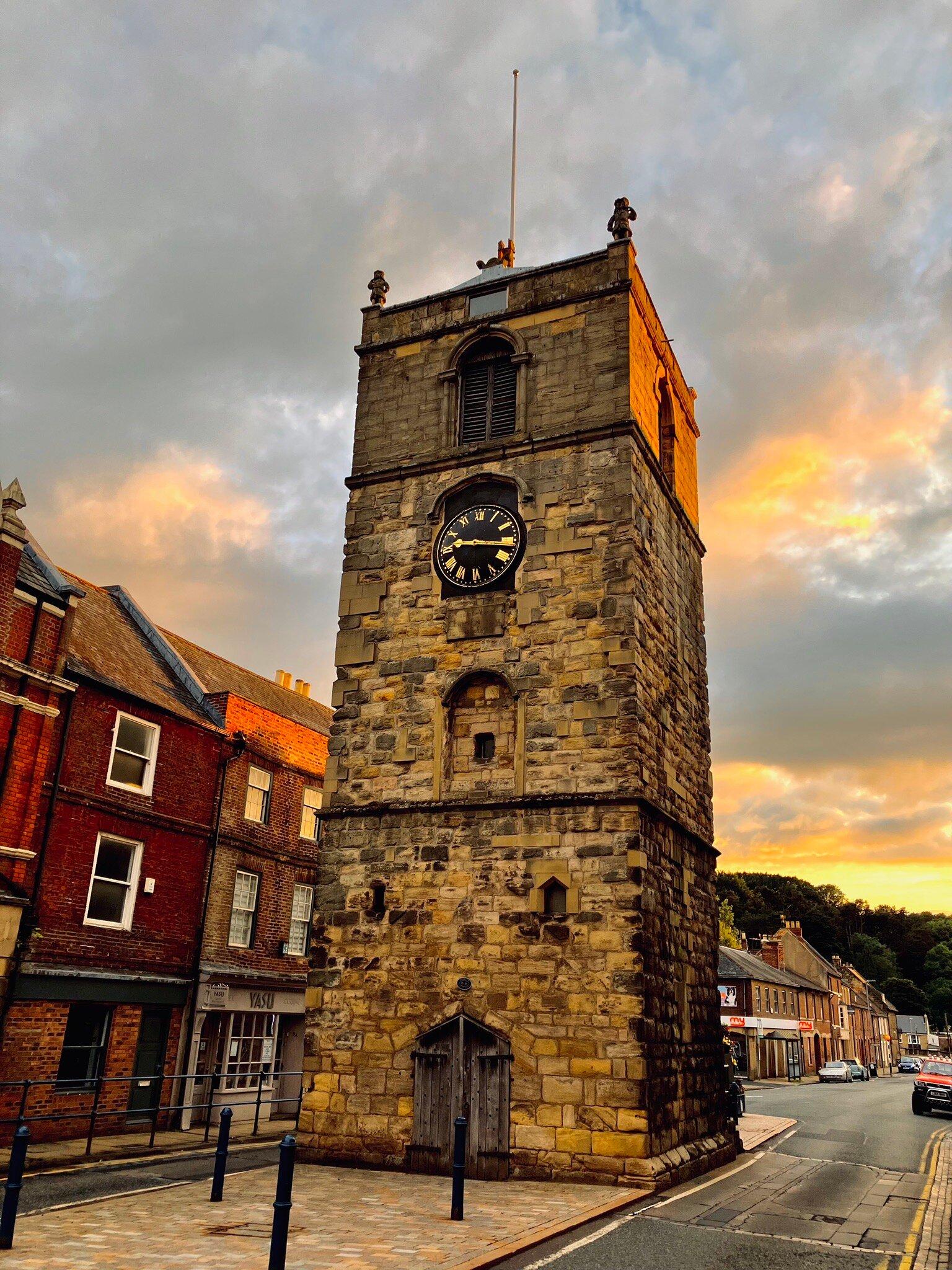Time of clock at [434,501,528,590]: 9:16
